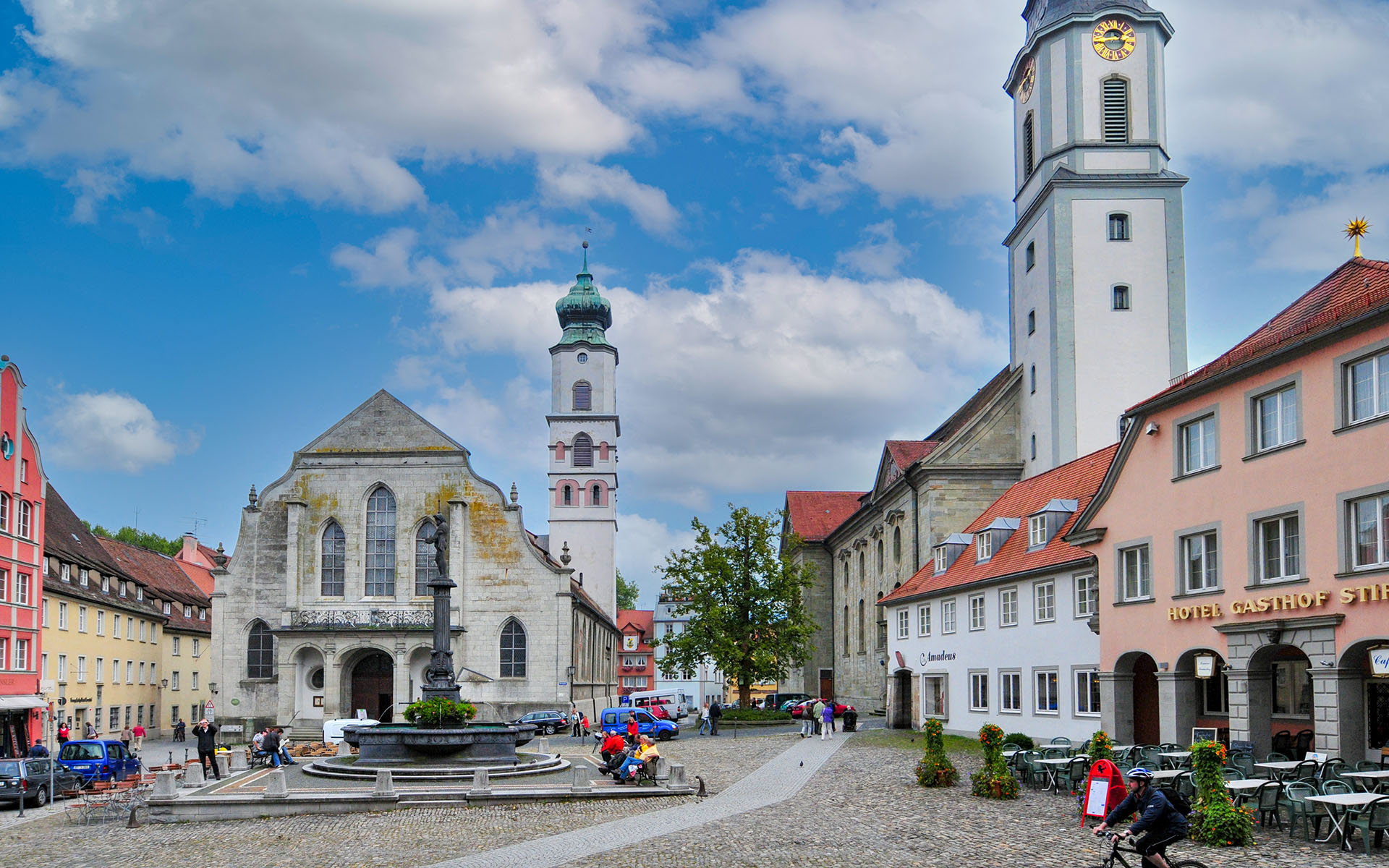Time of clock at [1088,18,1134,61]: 2:40
